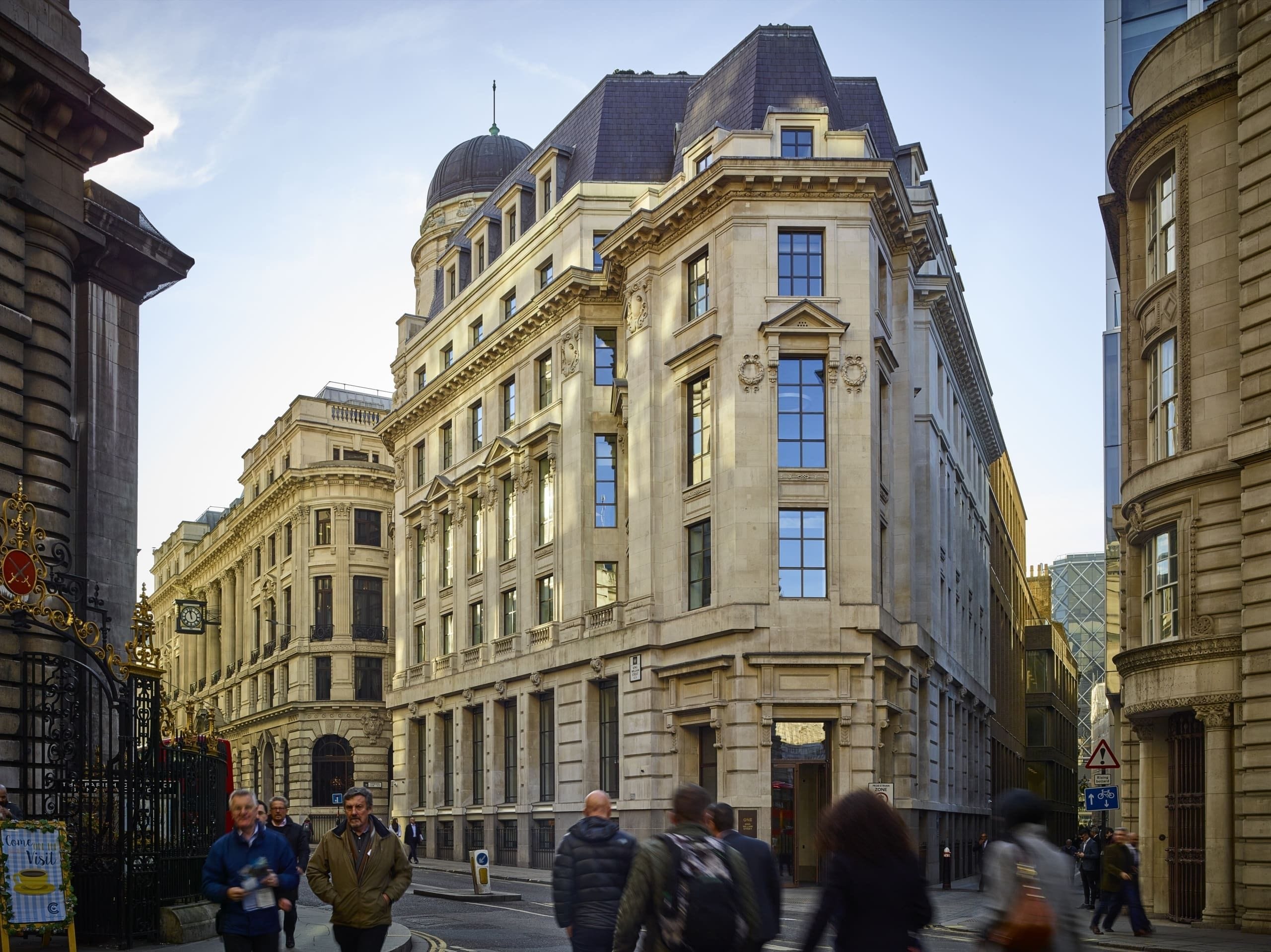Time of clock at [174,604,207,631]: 11:57
